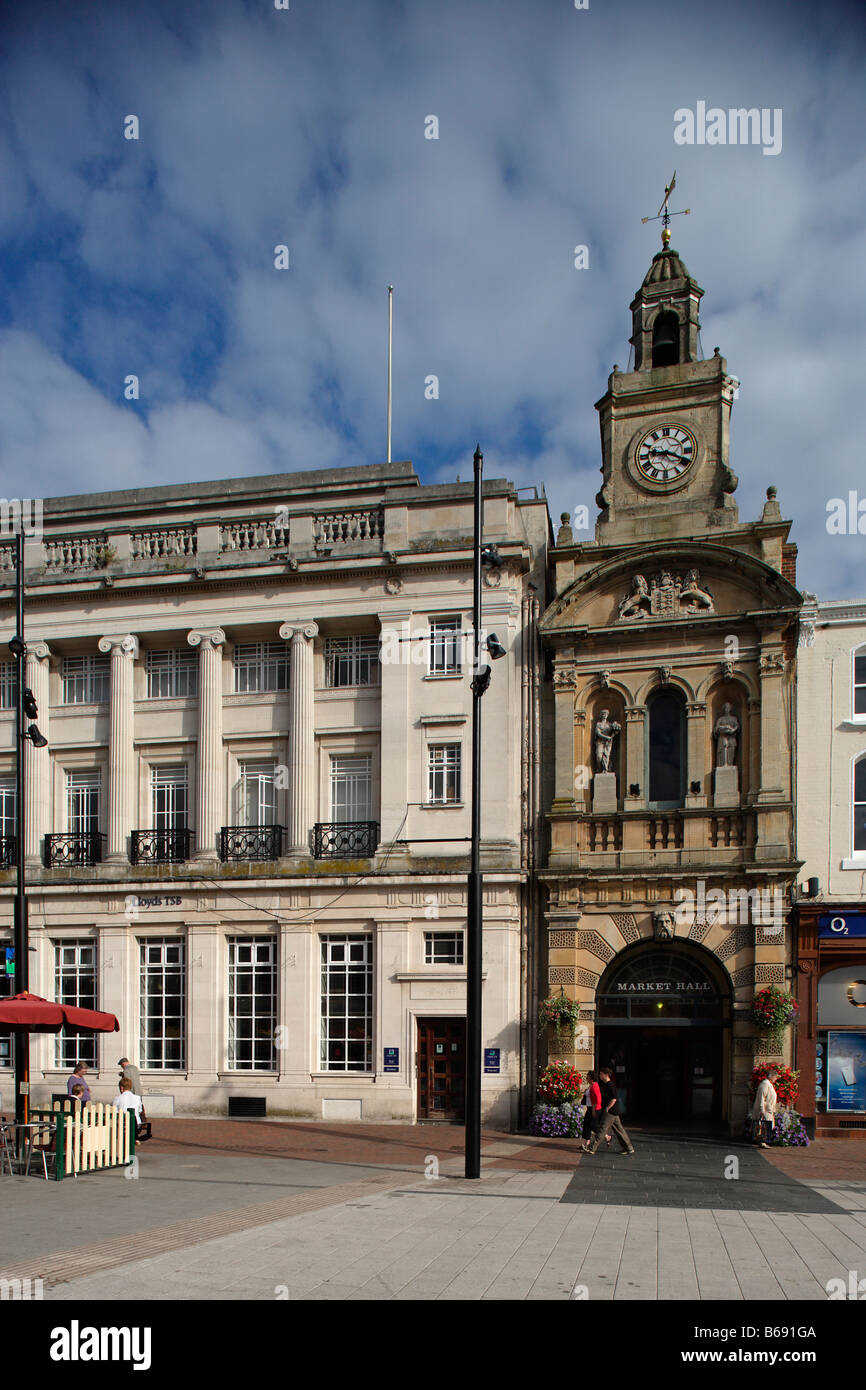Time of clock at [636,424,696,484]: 9:18
